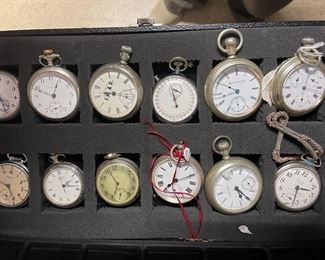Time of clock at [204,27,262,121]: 9:42
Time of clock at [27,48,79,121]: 12:48
